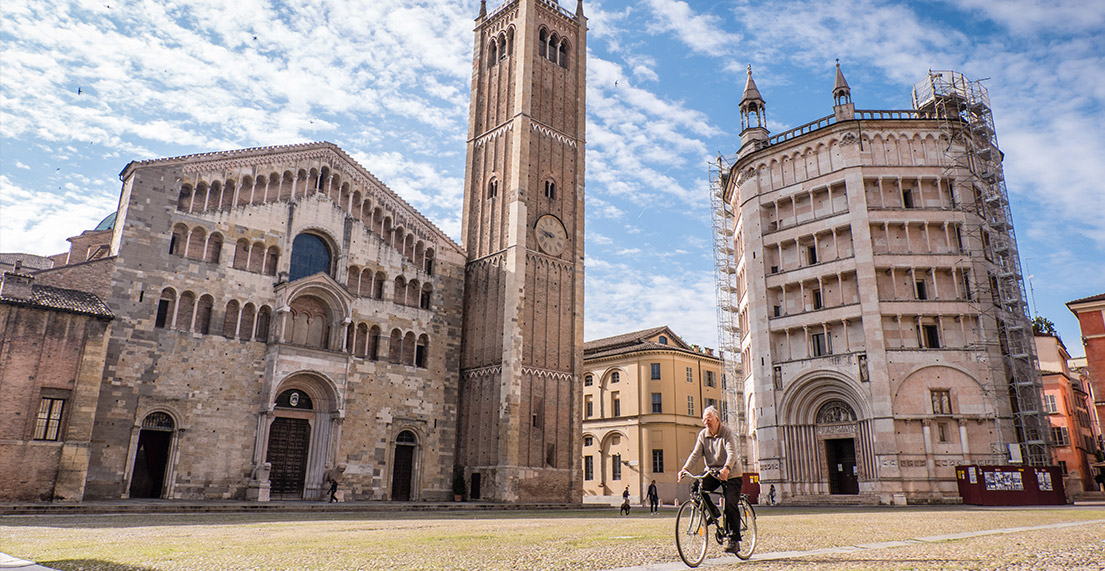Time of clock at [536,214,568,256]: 8:46
